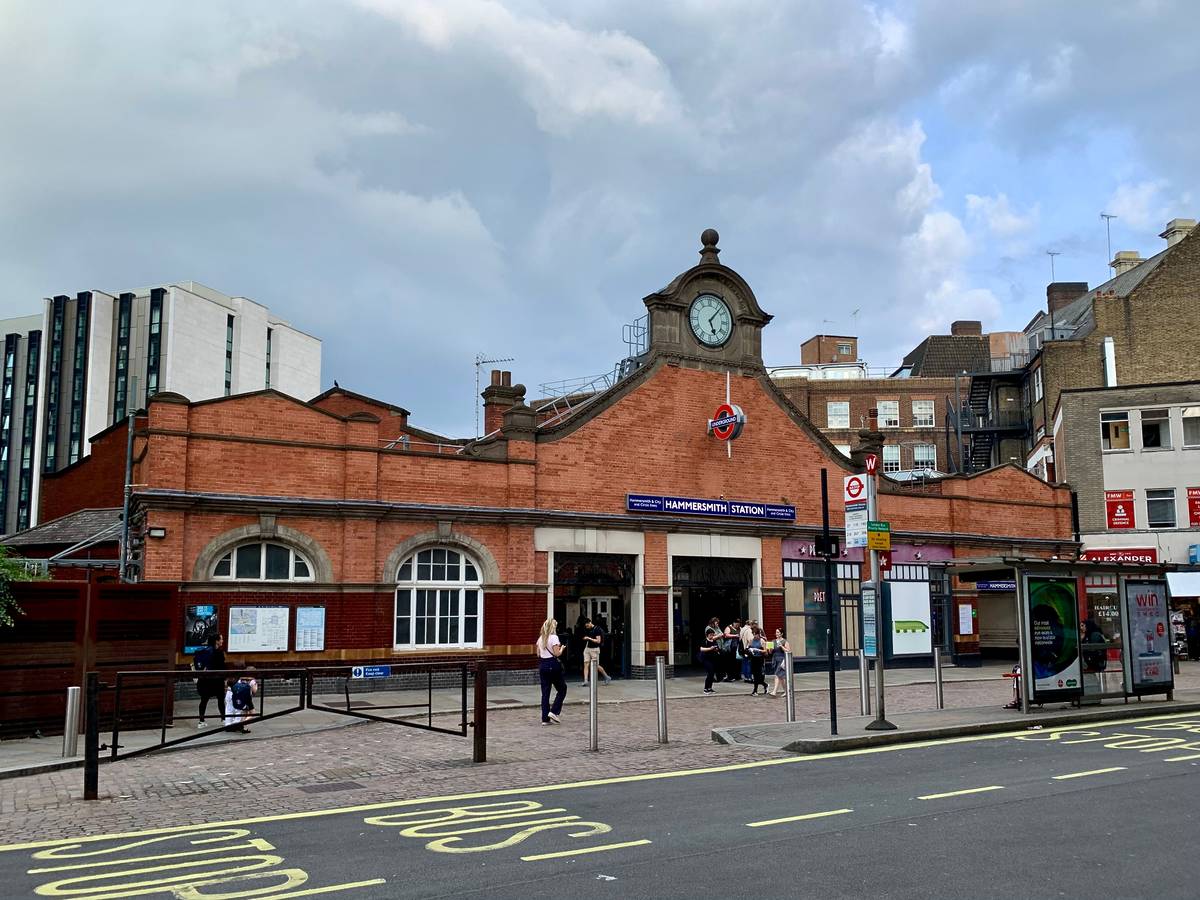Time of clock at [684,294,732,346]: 5:07
